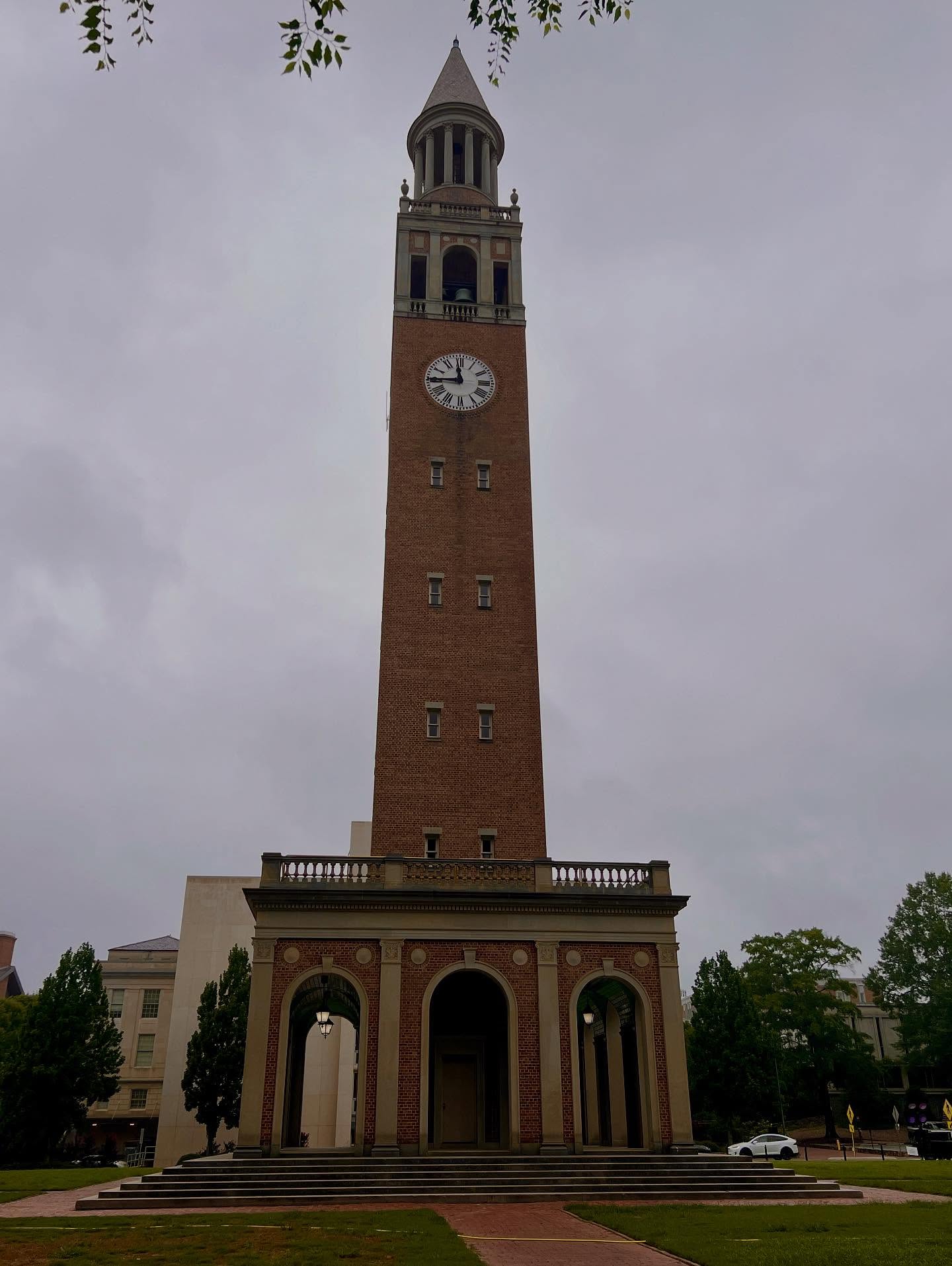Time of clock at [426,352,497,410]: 11:44
